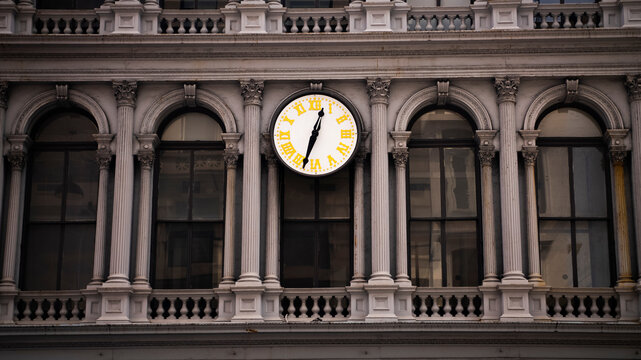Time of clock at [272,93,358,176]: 12:32
